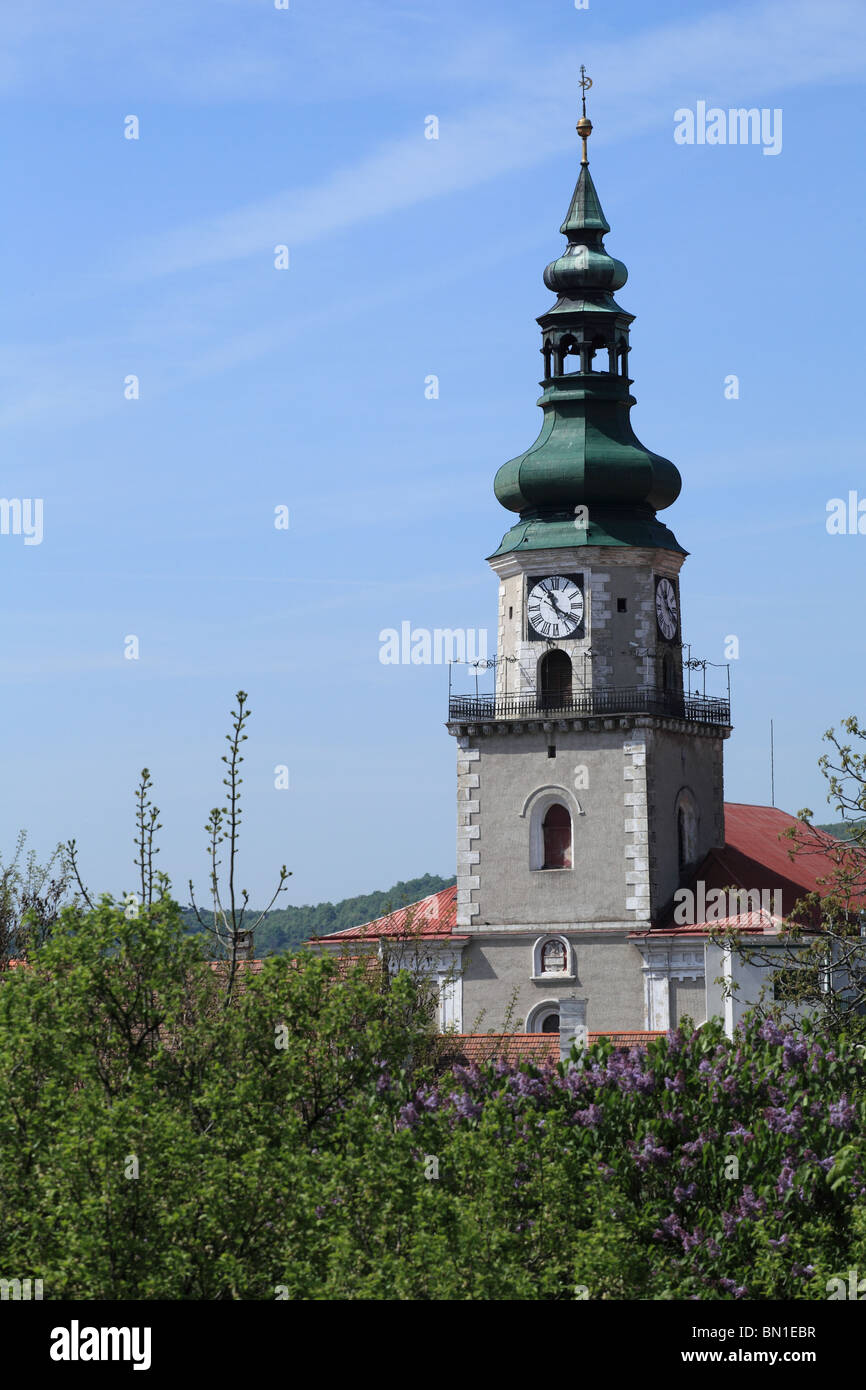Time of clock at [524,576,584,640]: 11:20
